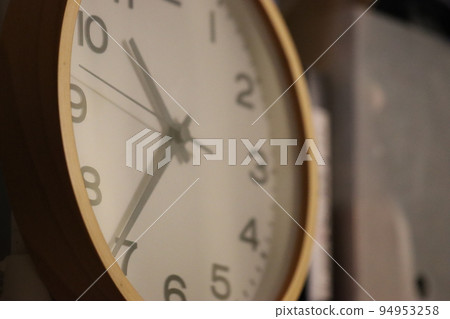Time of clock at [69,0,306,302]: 10:36
